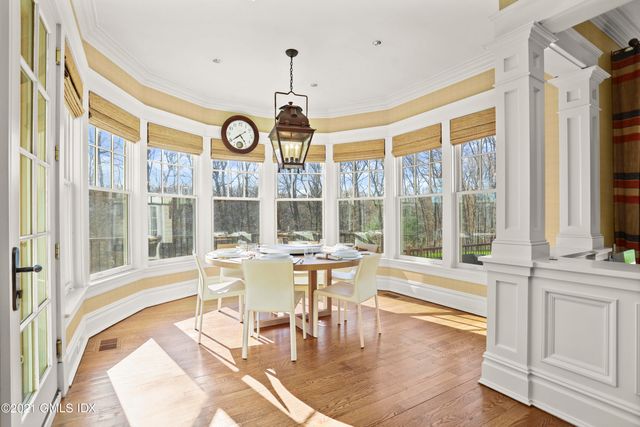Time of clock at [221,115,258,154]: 4:39
